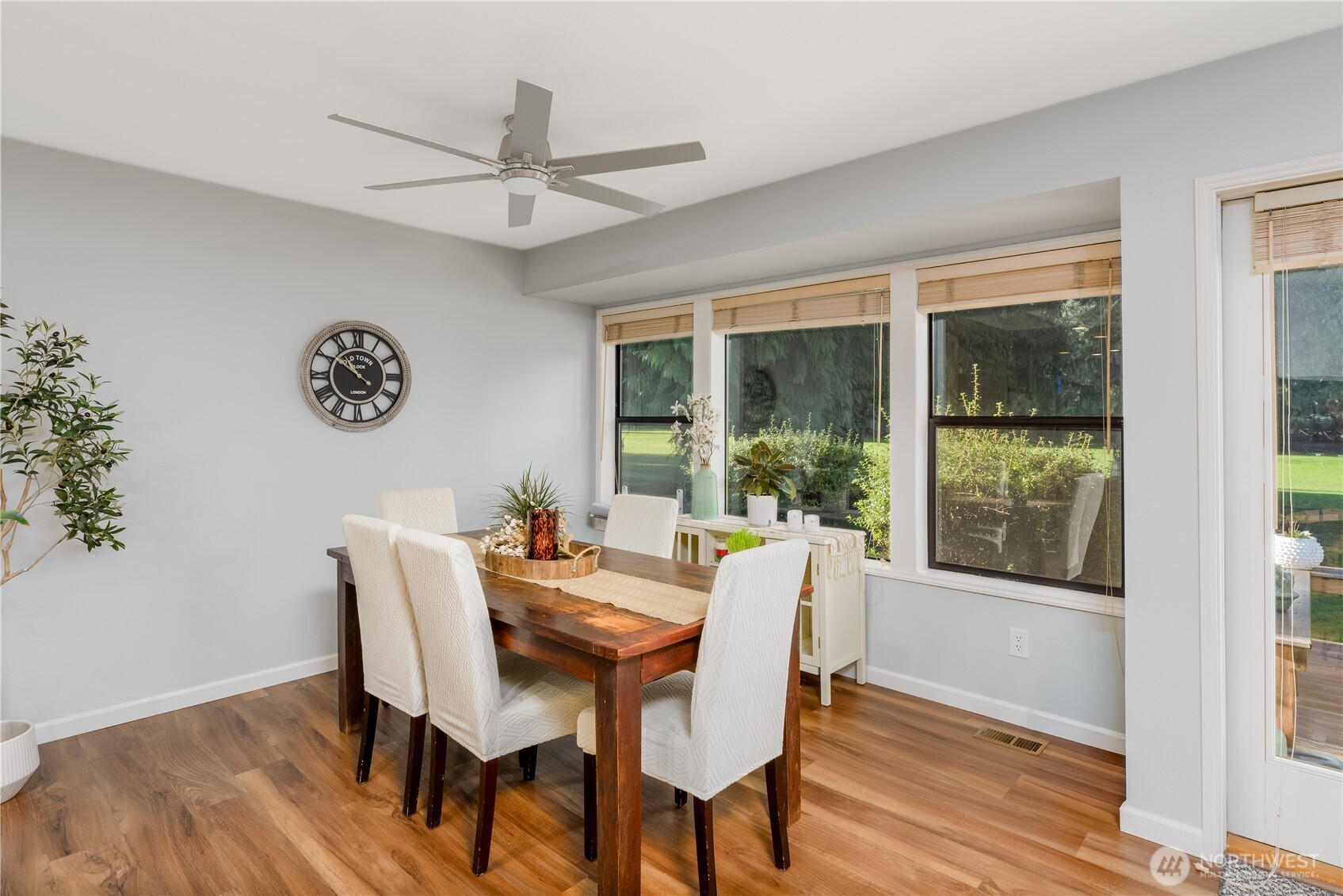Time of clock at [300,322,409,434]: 10:50
